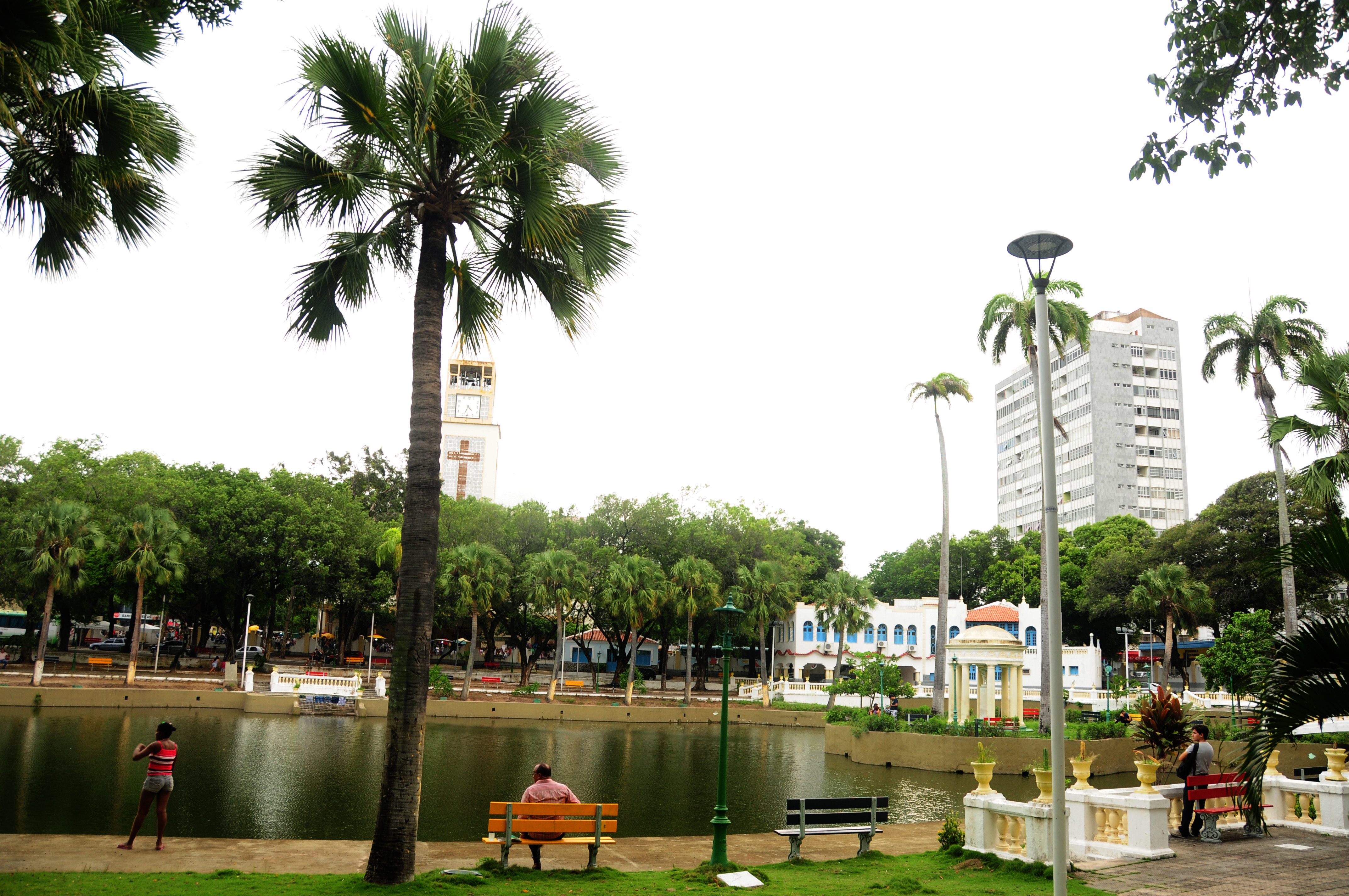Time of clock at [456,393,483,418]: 4:33
